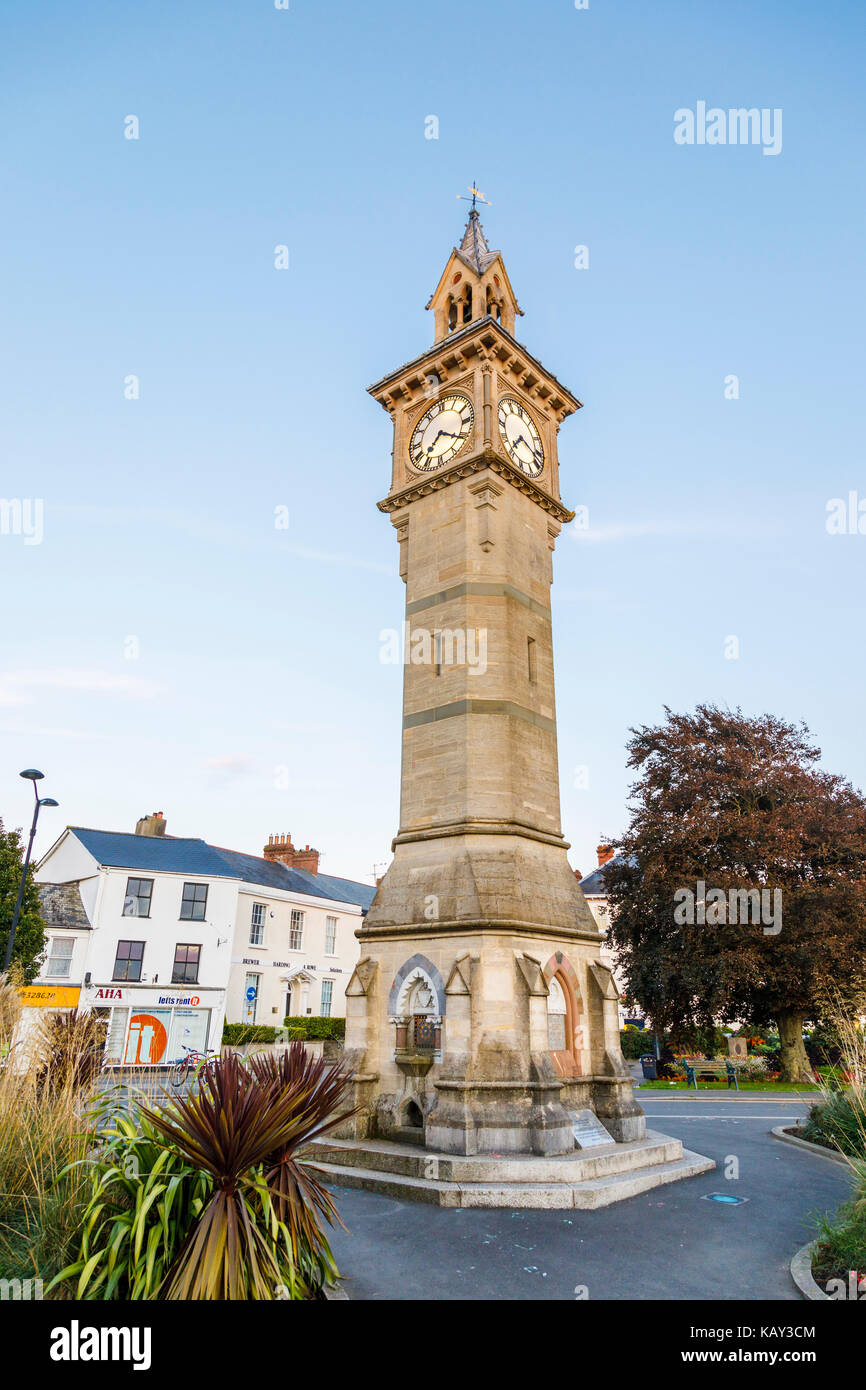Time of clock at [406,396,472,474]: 7:20
